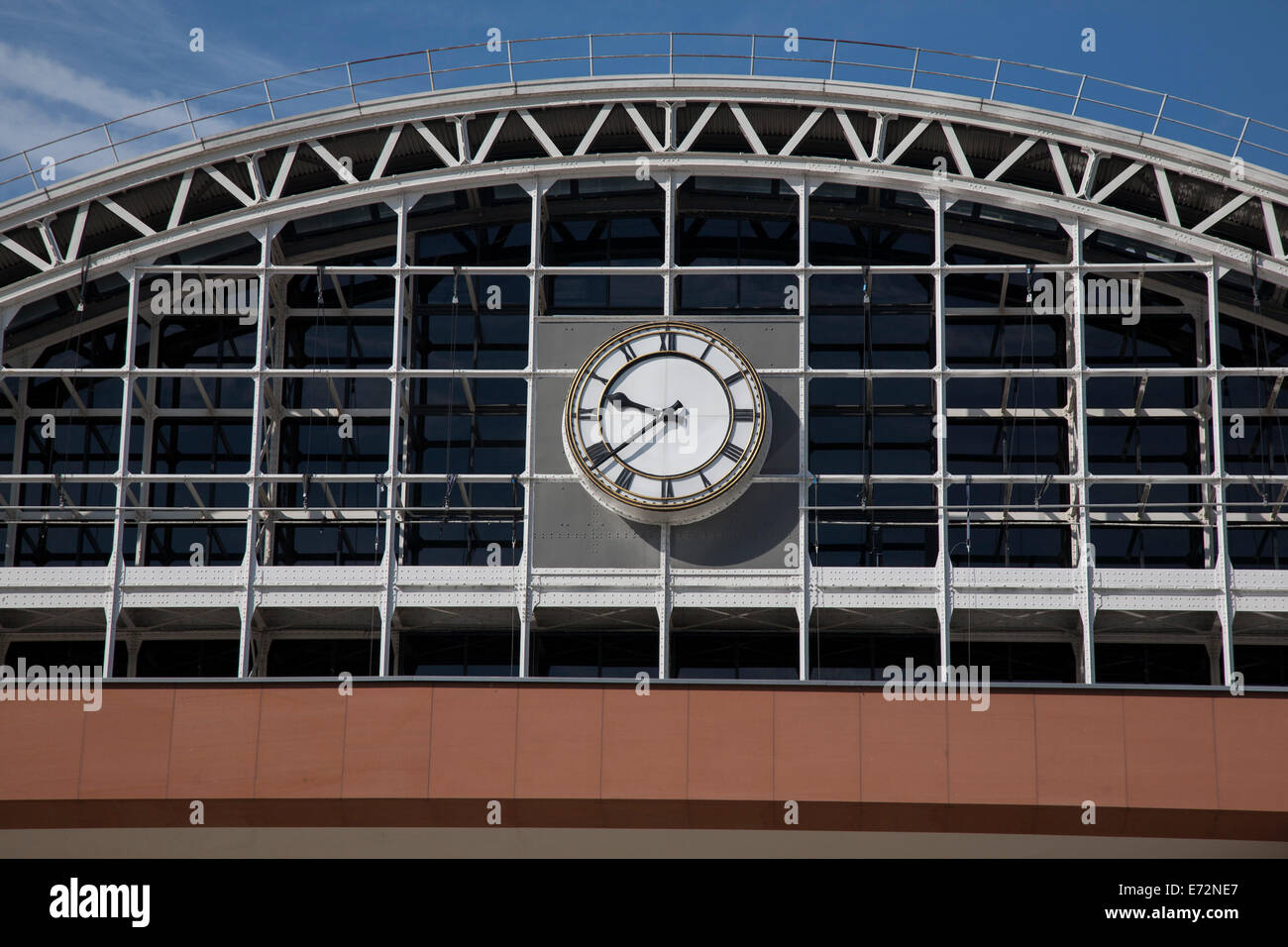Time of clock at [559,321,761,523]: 9:38
